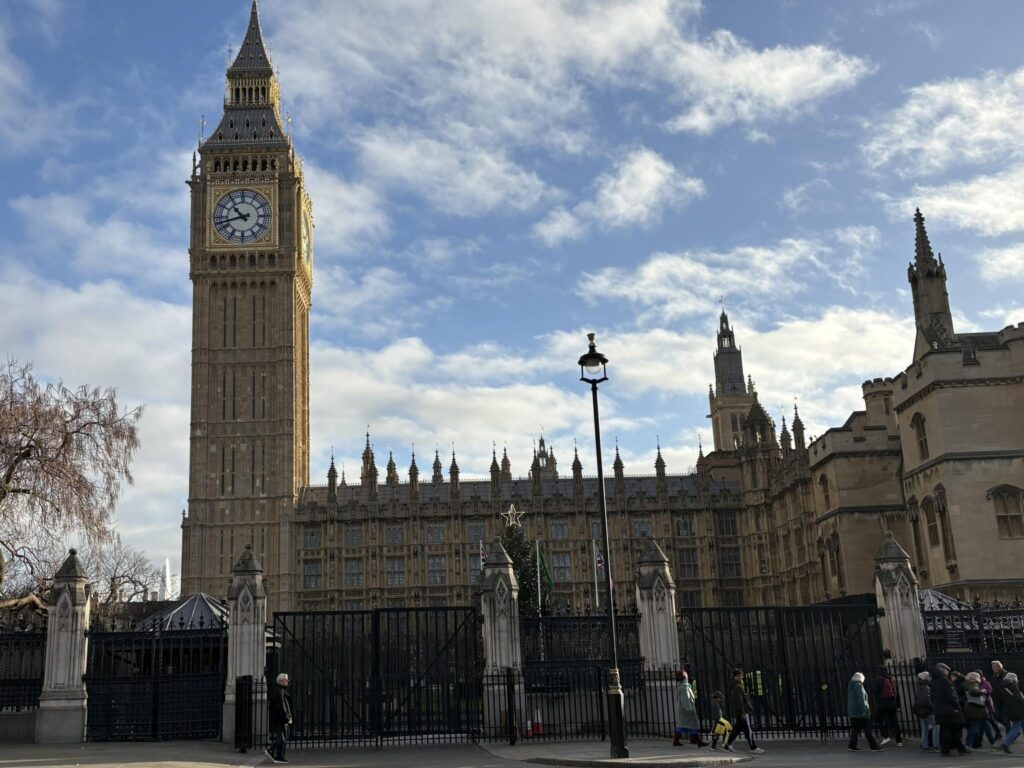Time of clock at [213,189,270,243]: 10:42
